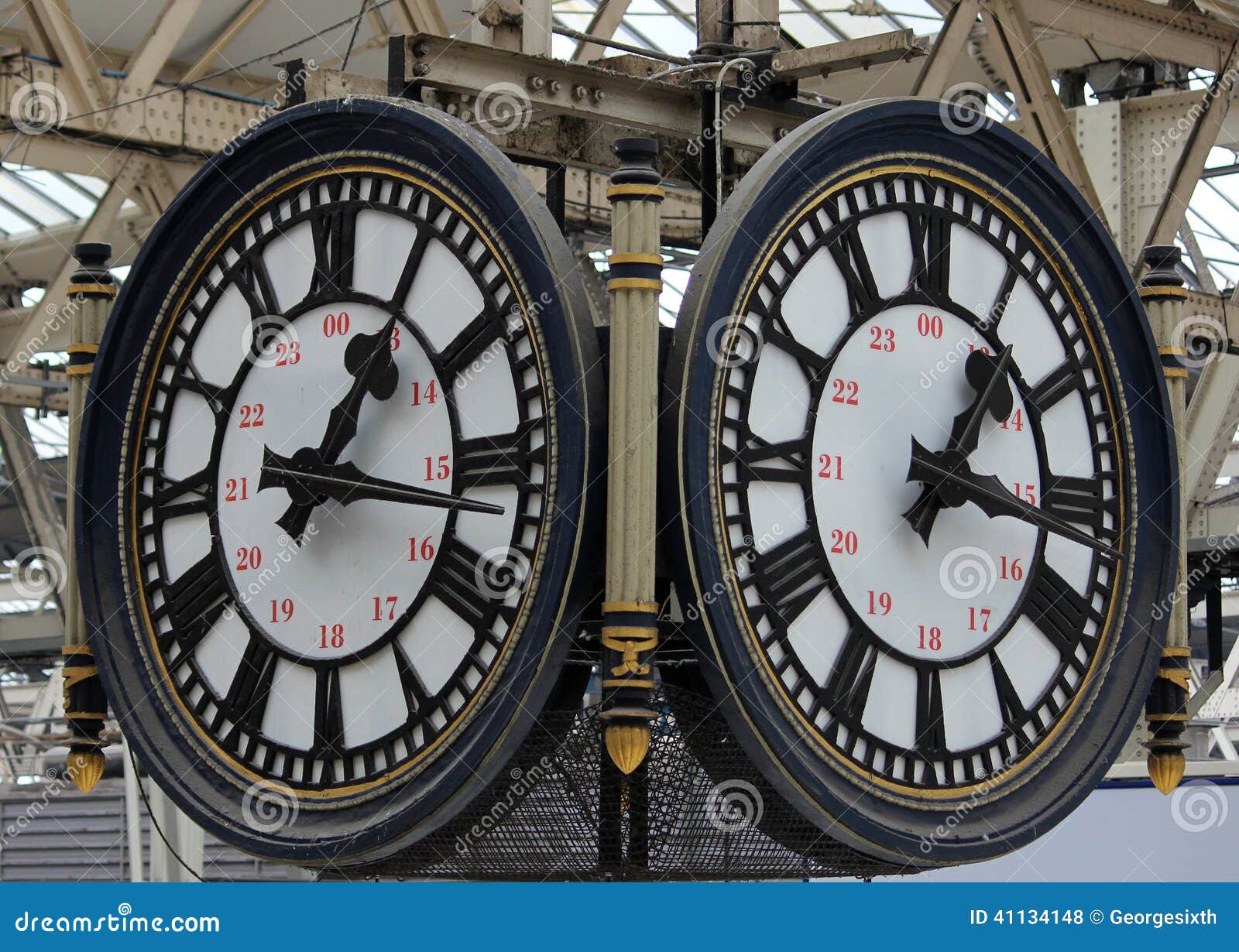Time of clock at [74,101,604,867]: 1:16
